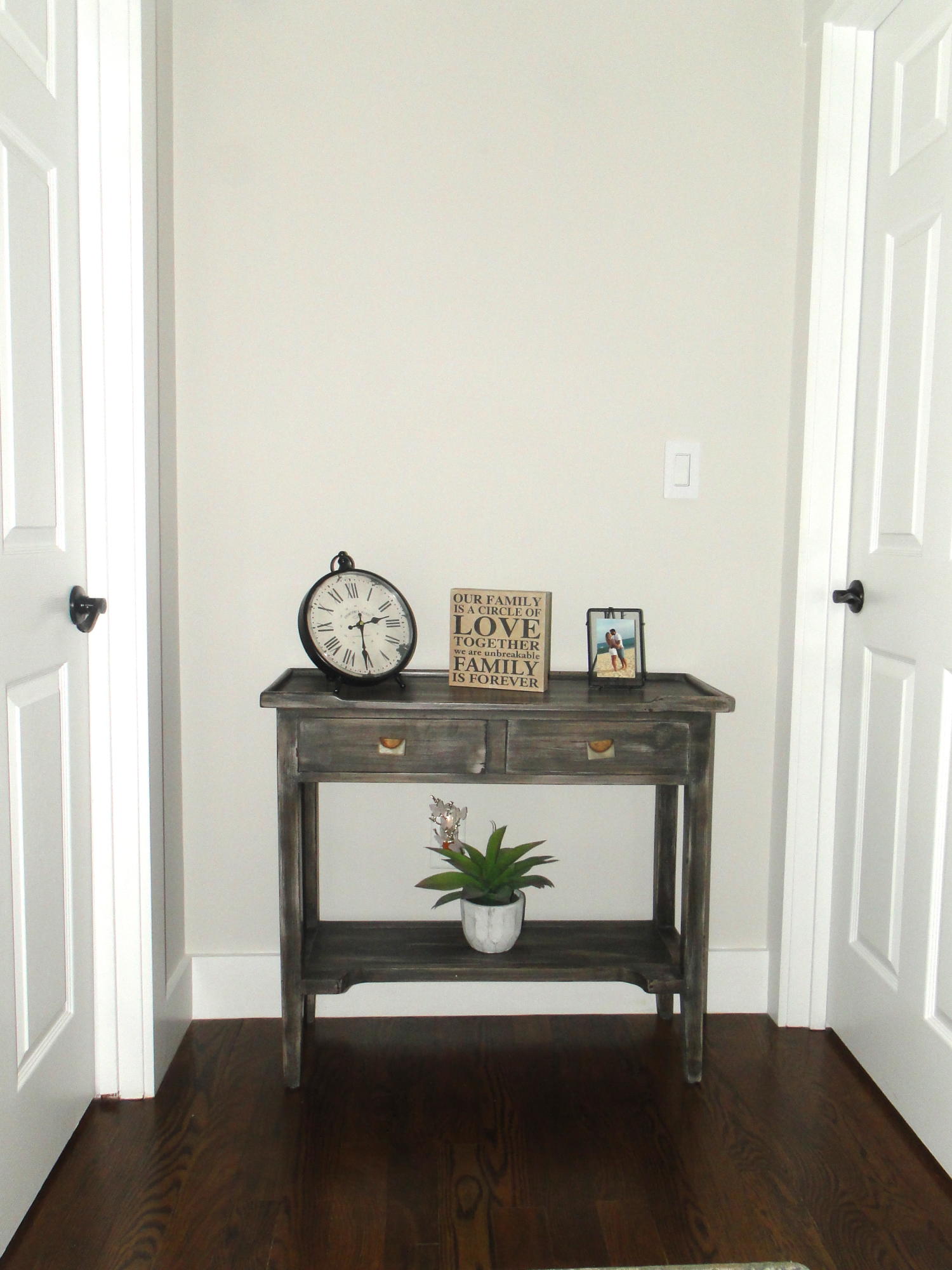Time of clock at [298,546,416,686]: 2:30
